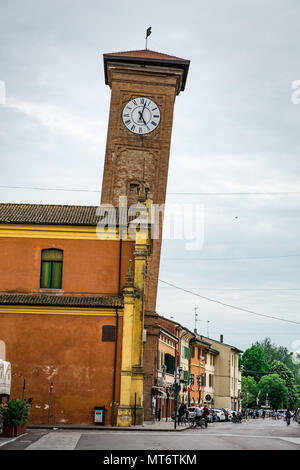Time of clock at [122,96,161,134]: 5:02
